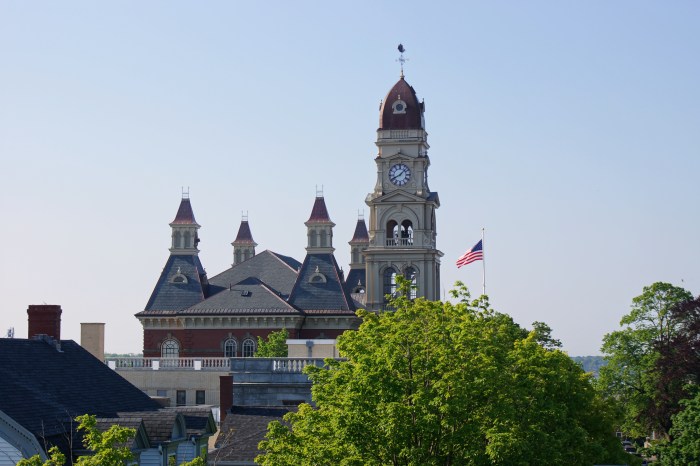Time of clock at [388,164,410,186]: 8:07
